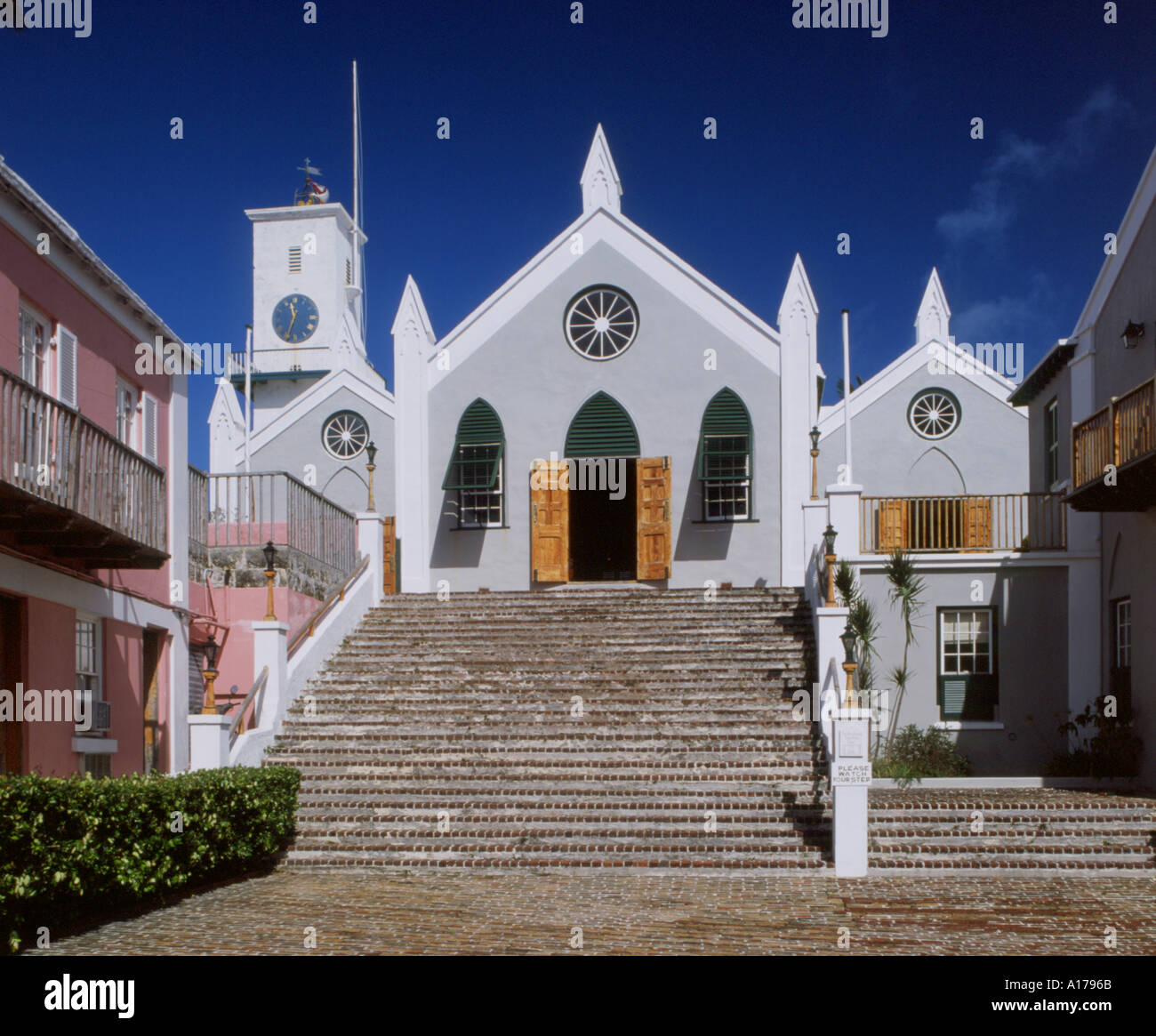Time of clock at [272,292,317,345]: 11:33
